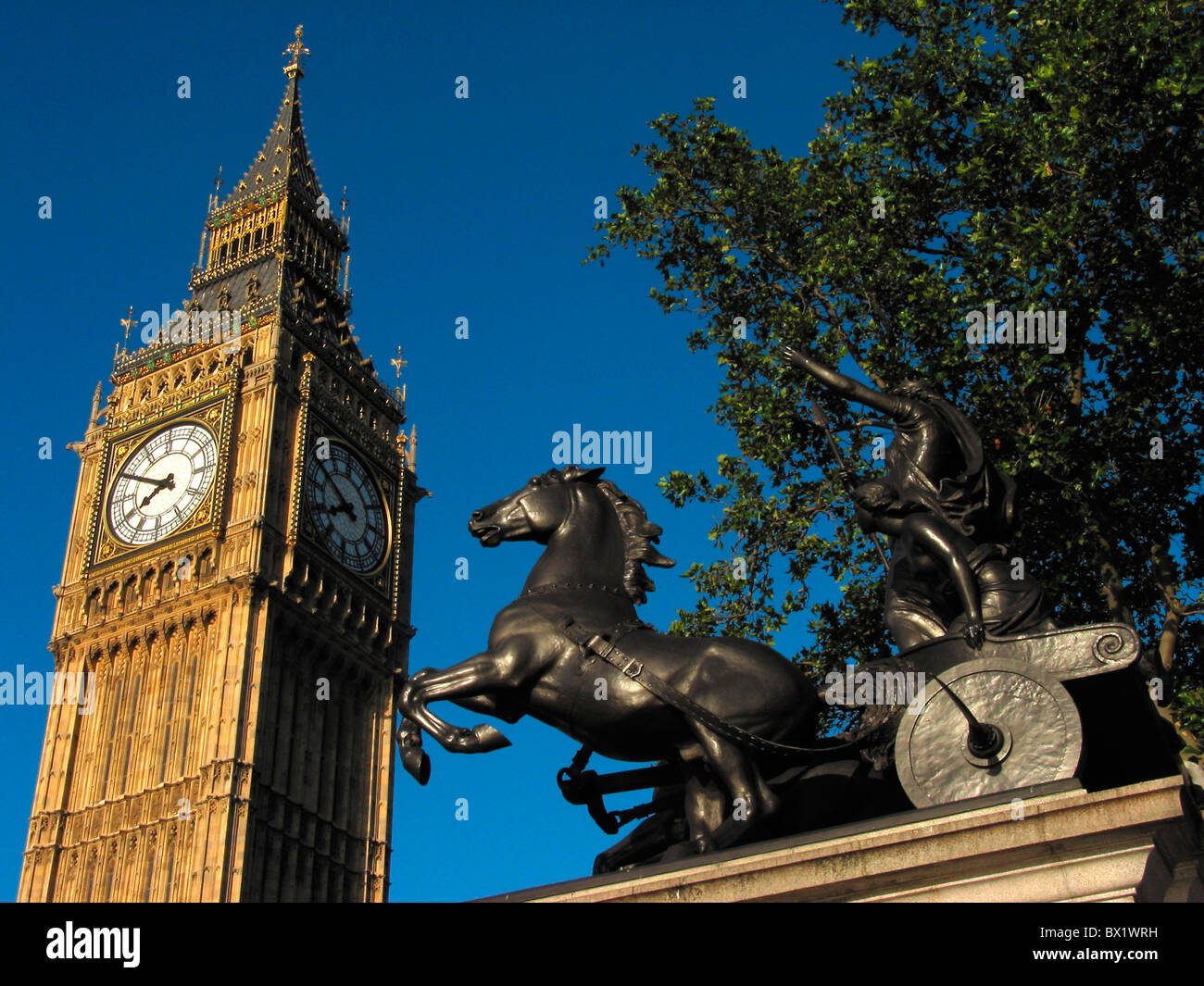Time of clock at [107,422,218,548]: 7:49
